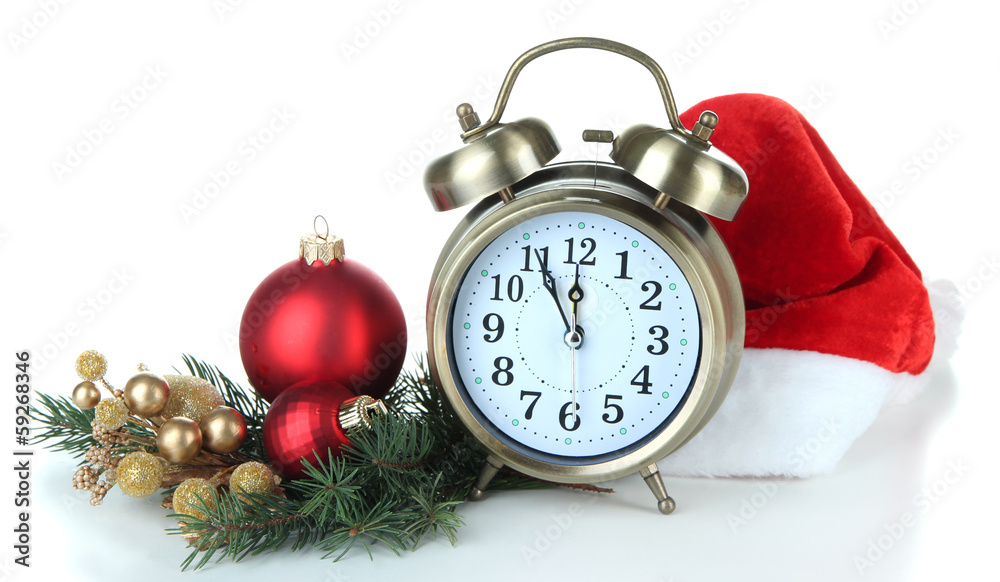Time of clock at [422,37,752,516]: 11:55
